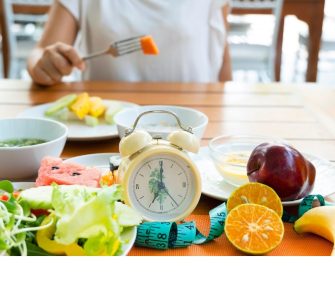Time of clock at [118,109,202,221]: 7:00
